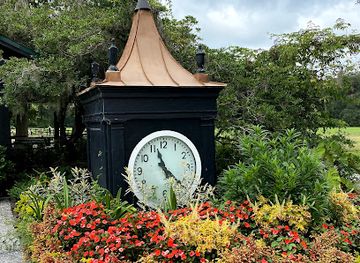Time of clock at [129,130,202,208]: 11:22
